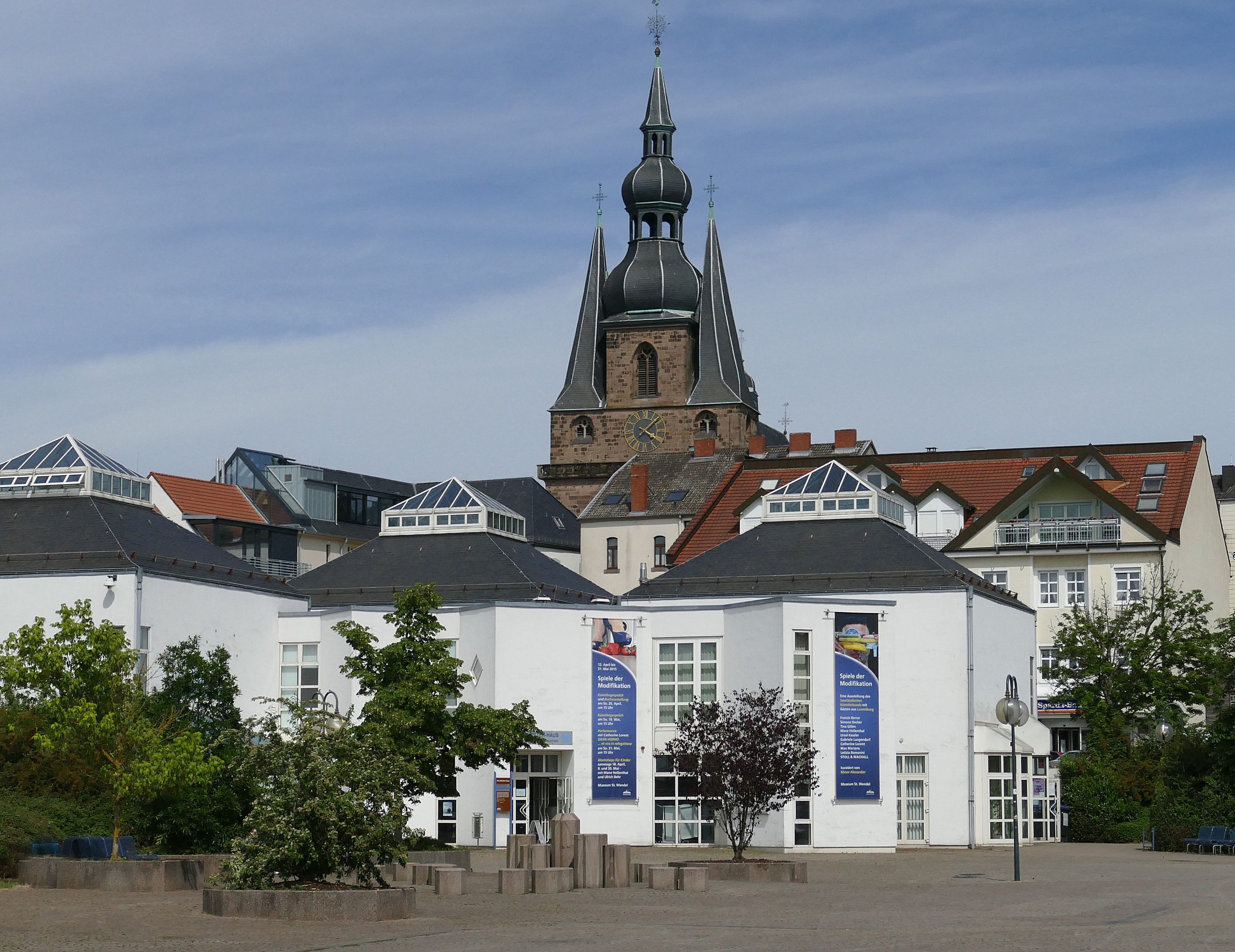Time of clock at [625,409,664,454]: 4:07
